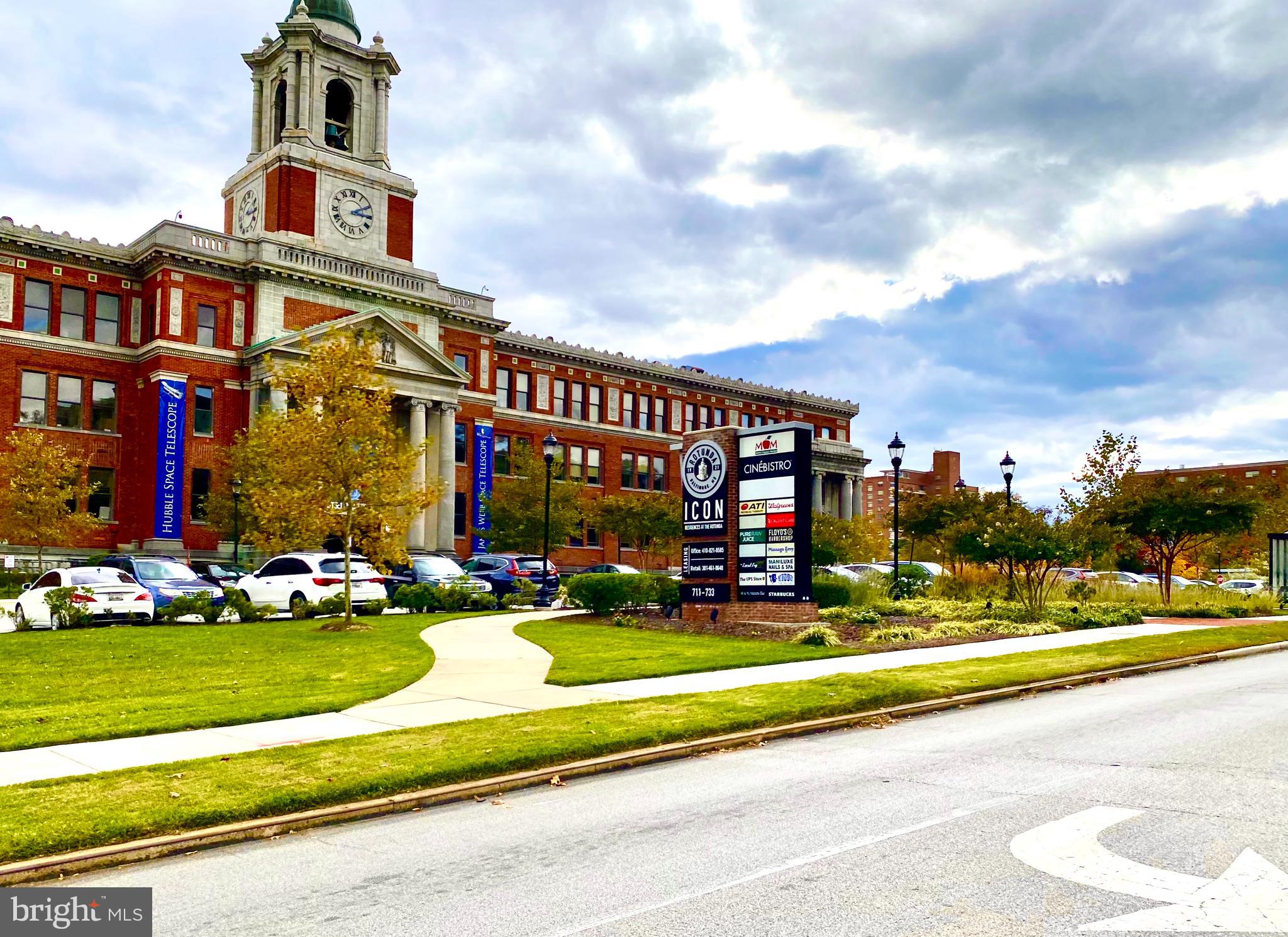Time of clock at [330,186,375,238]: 3:10
